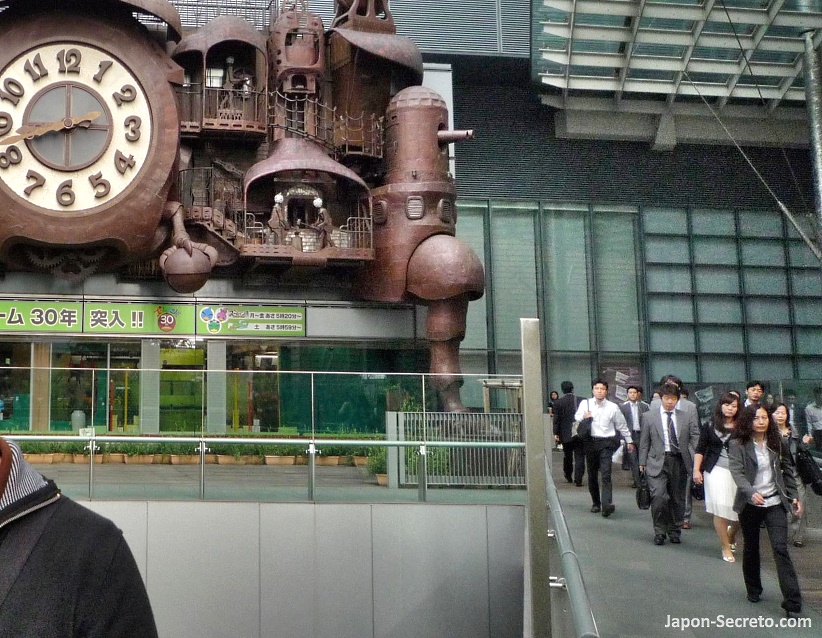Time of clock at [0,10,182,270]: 2:42
